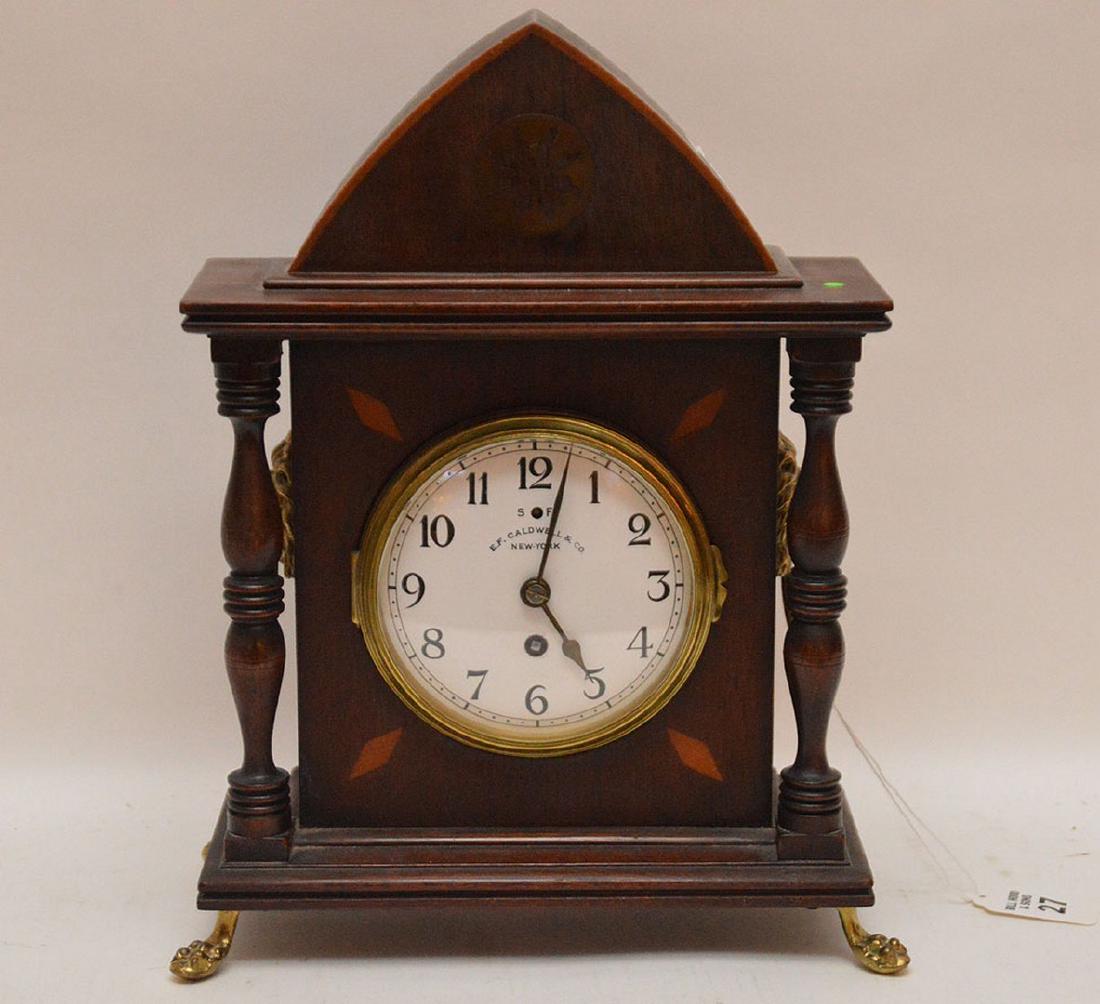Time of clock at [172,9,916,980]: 5:02
